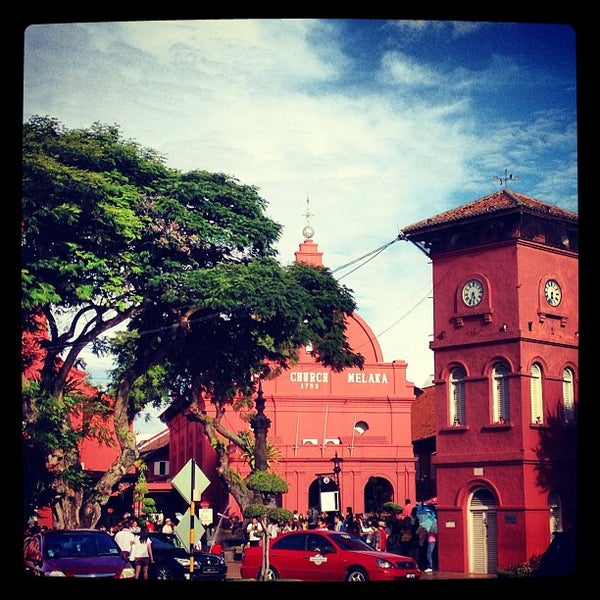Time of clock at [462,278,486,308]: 5:33
